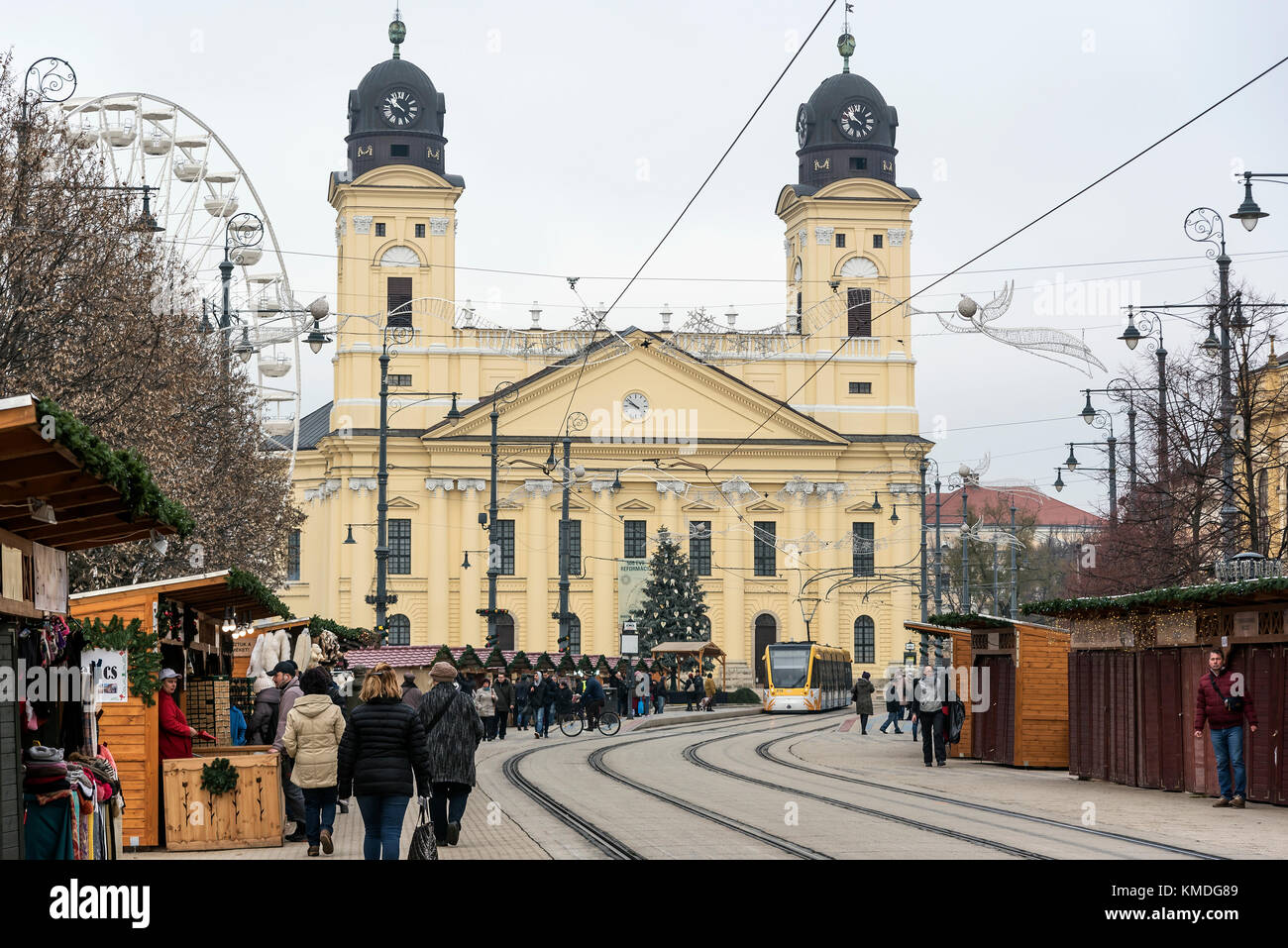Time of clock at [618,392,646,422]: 9:51
